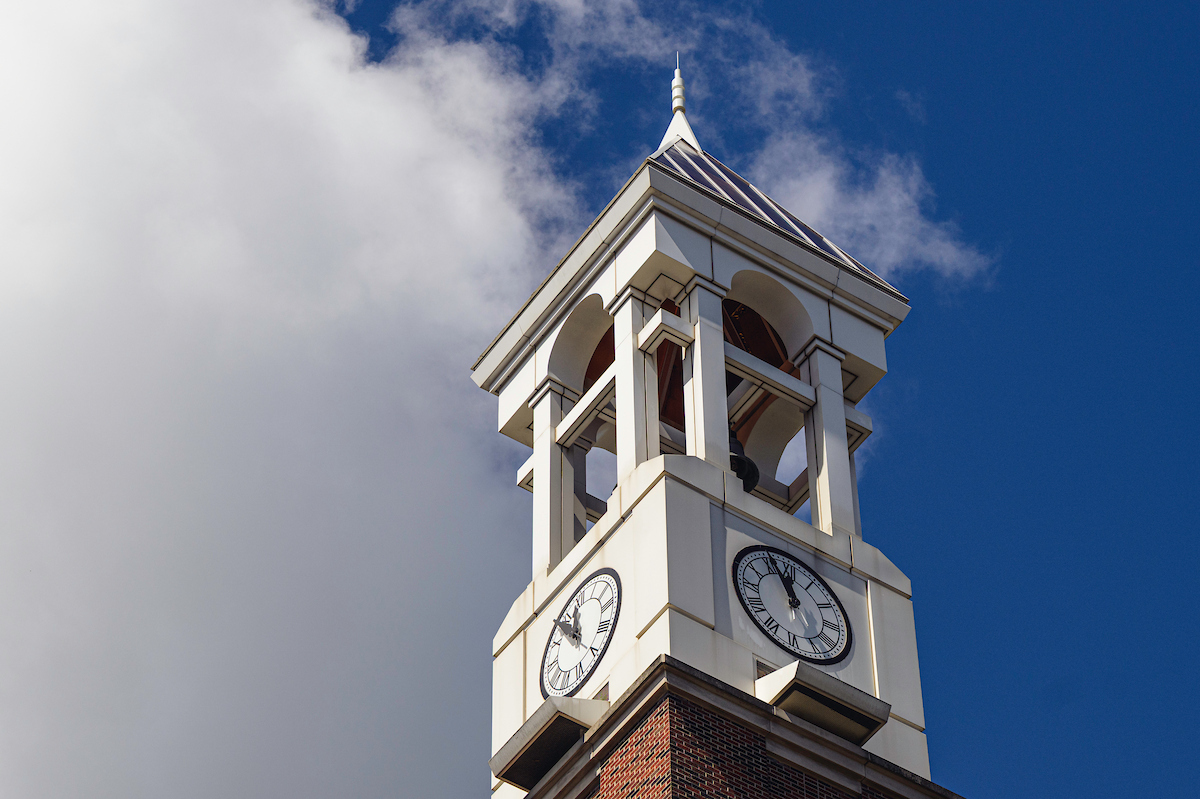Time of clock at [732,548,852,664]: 11:56
